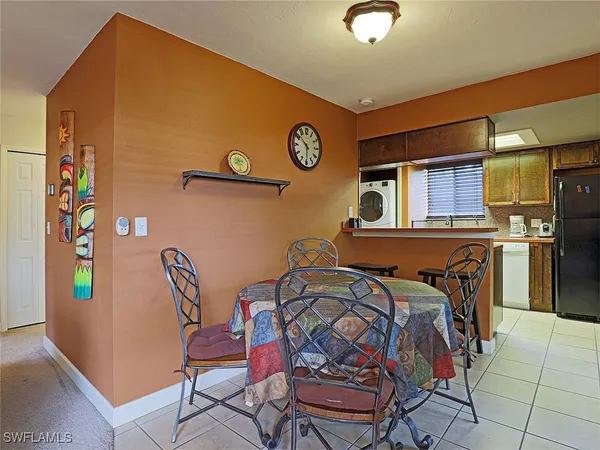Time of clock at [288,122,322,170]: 5:51
